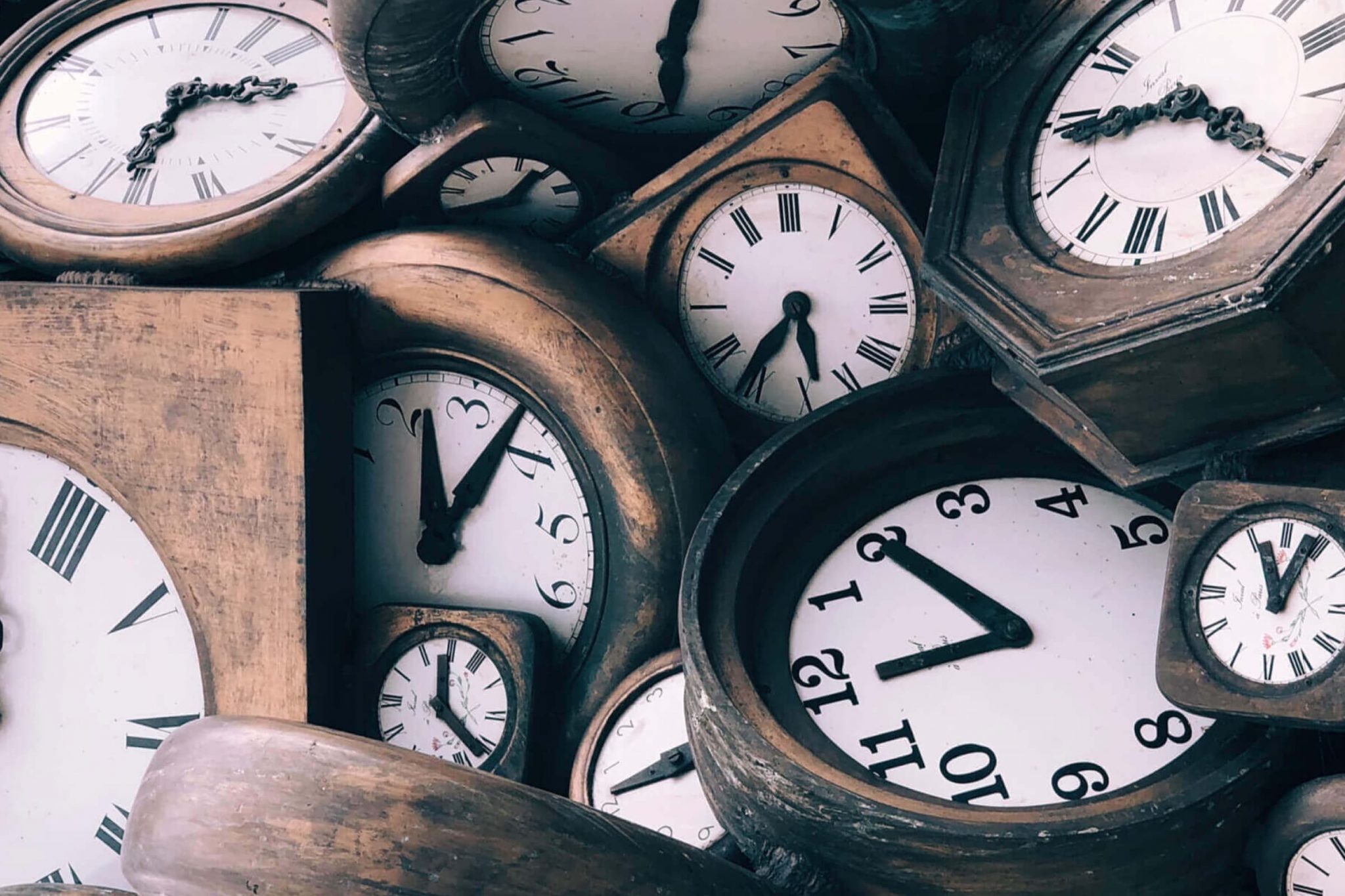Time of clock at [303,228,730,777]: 12:07
